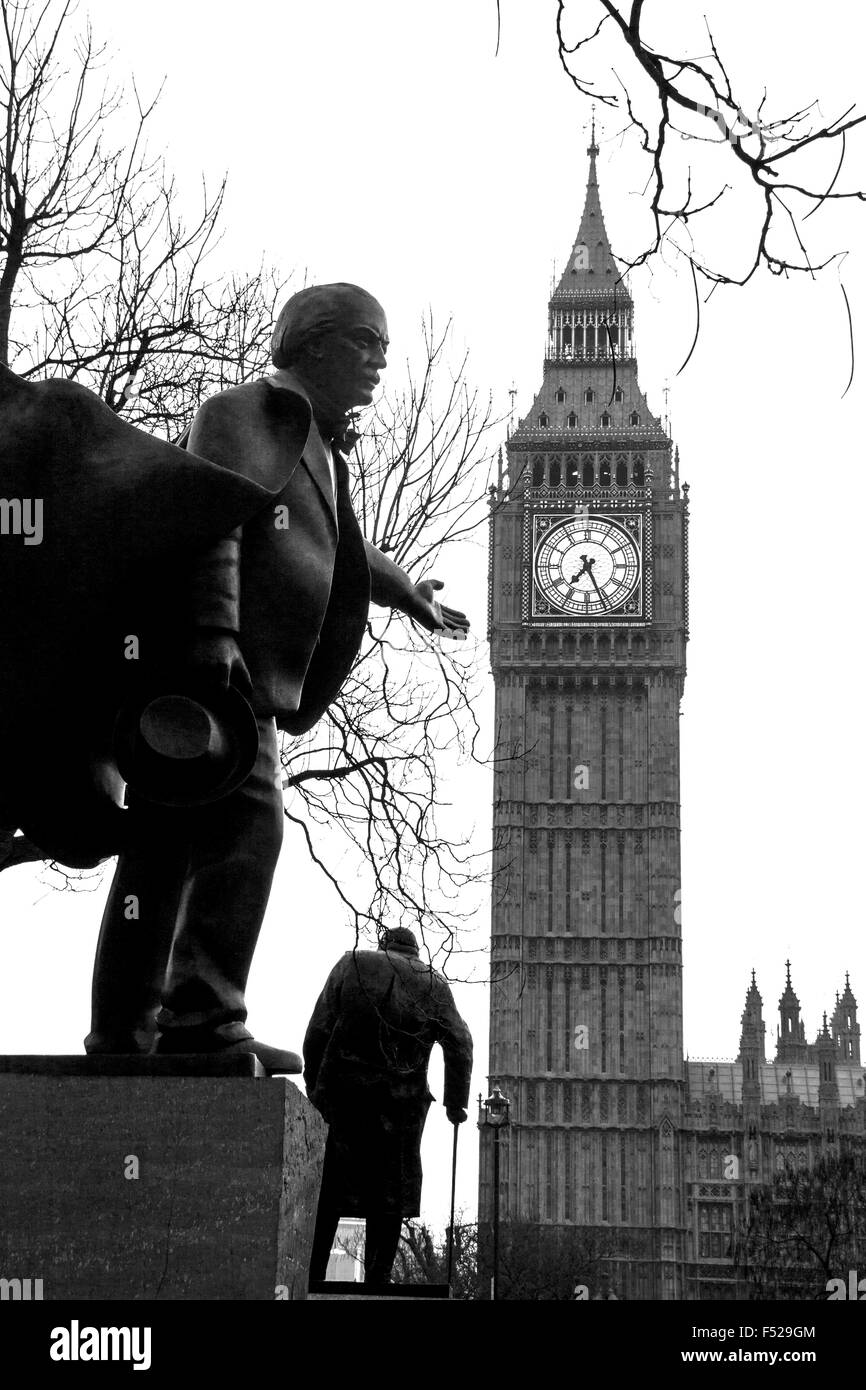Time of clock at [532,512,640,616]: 7:26
